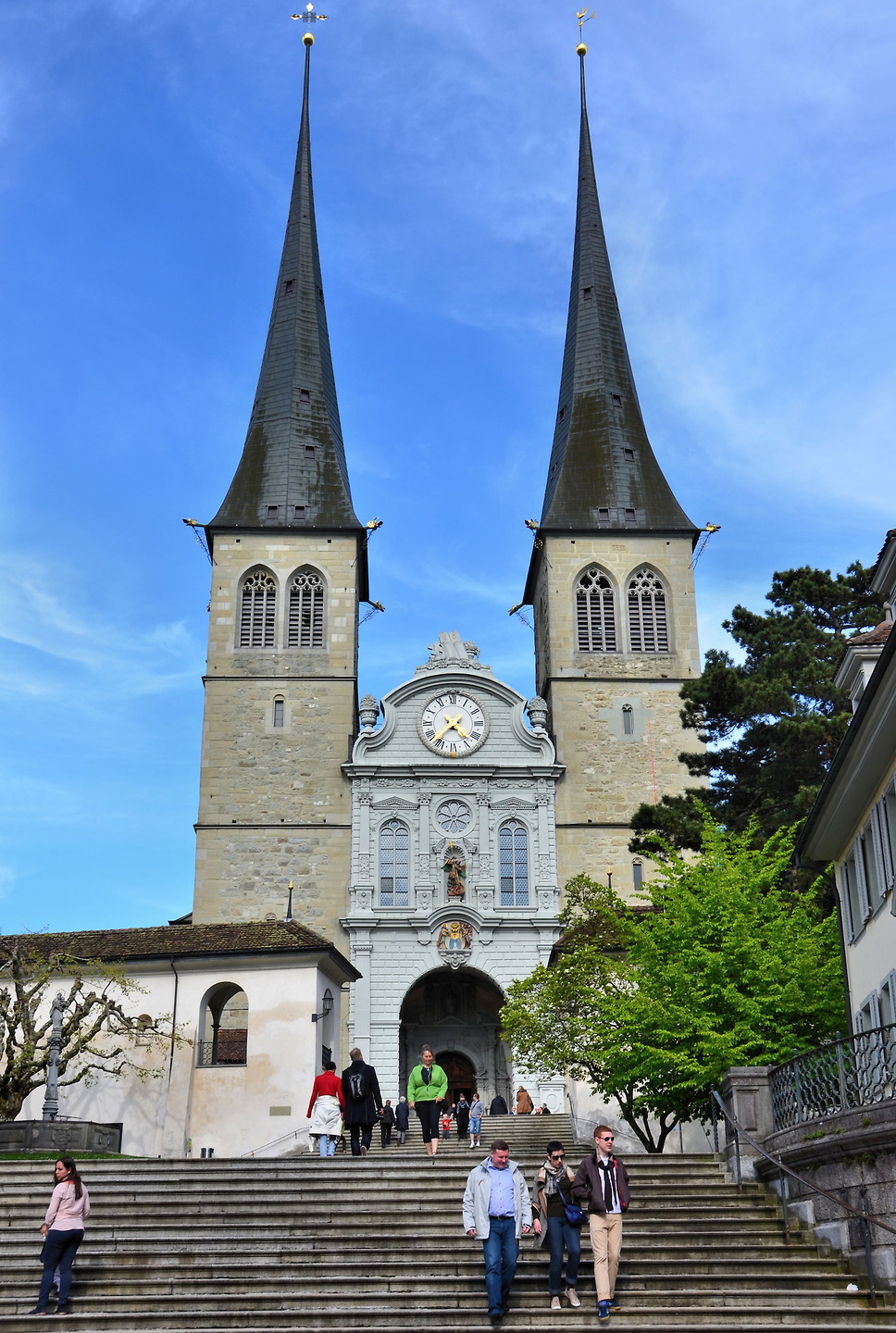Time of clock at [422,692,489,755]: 4:37
